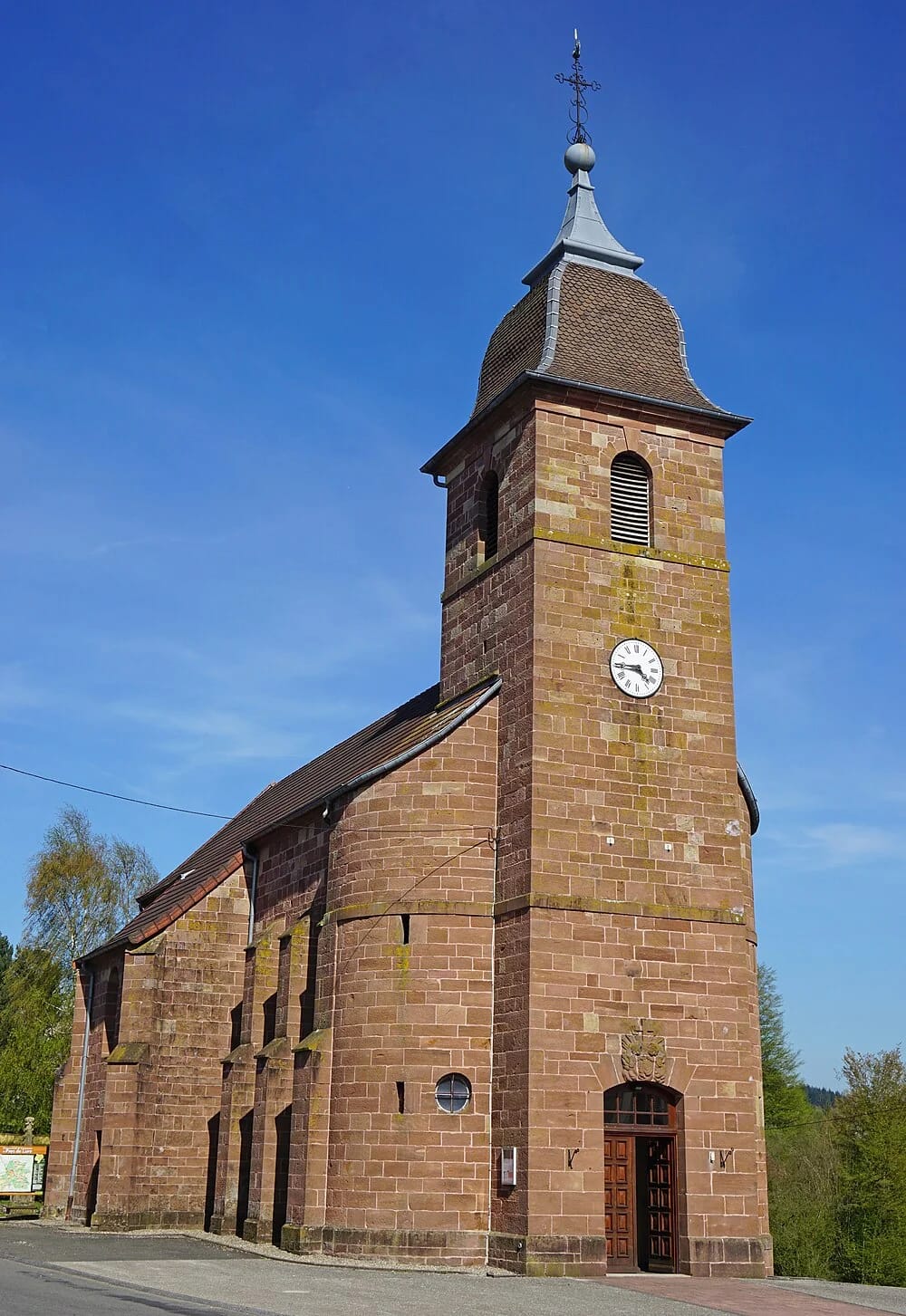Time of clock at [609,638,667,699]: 4:45
